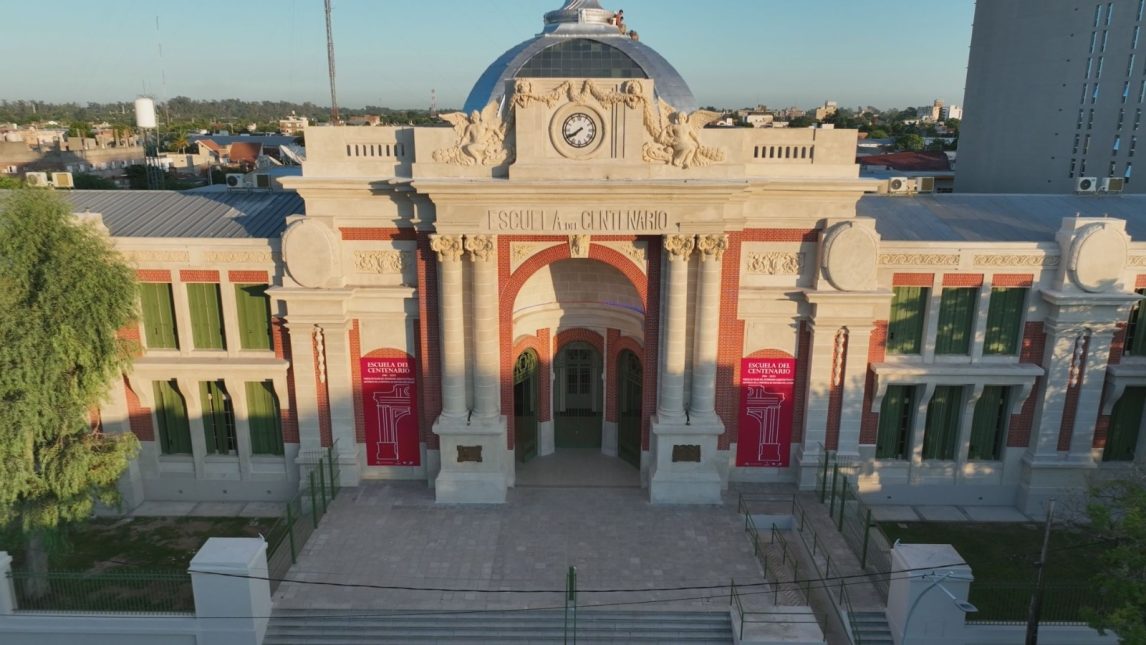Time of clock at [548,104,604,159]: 7:40
